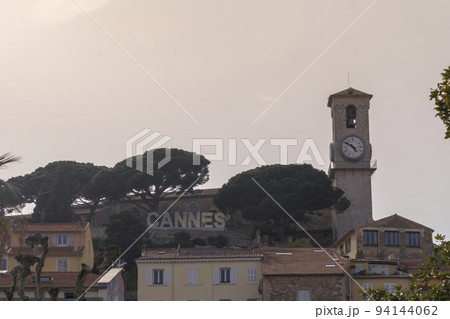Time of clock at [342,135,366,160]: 4:50
